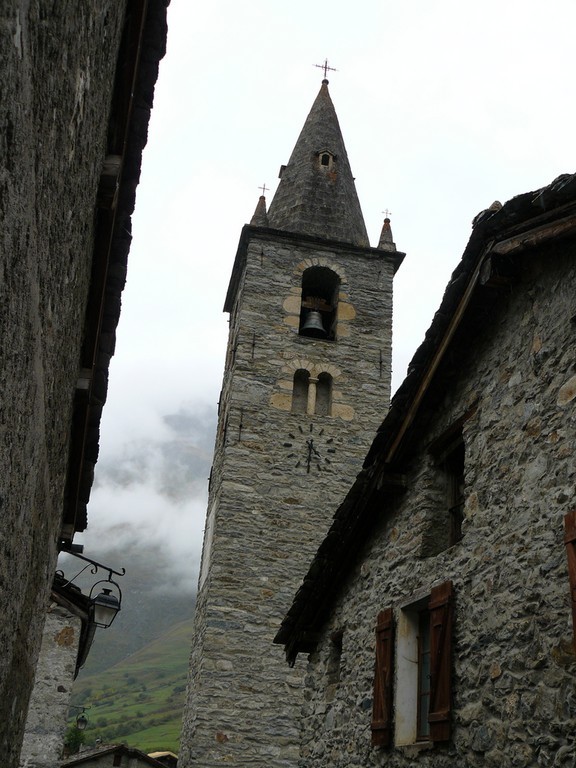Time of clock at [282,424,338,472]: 4:31
